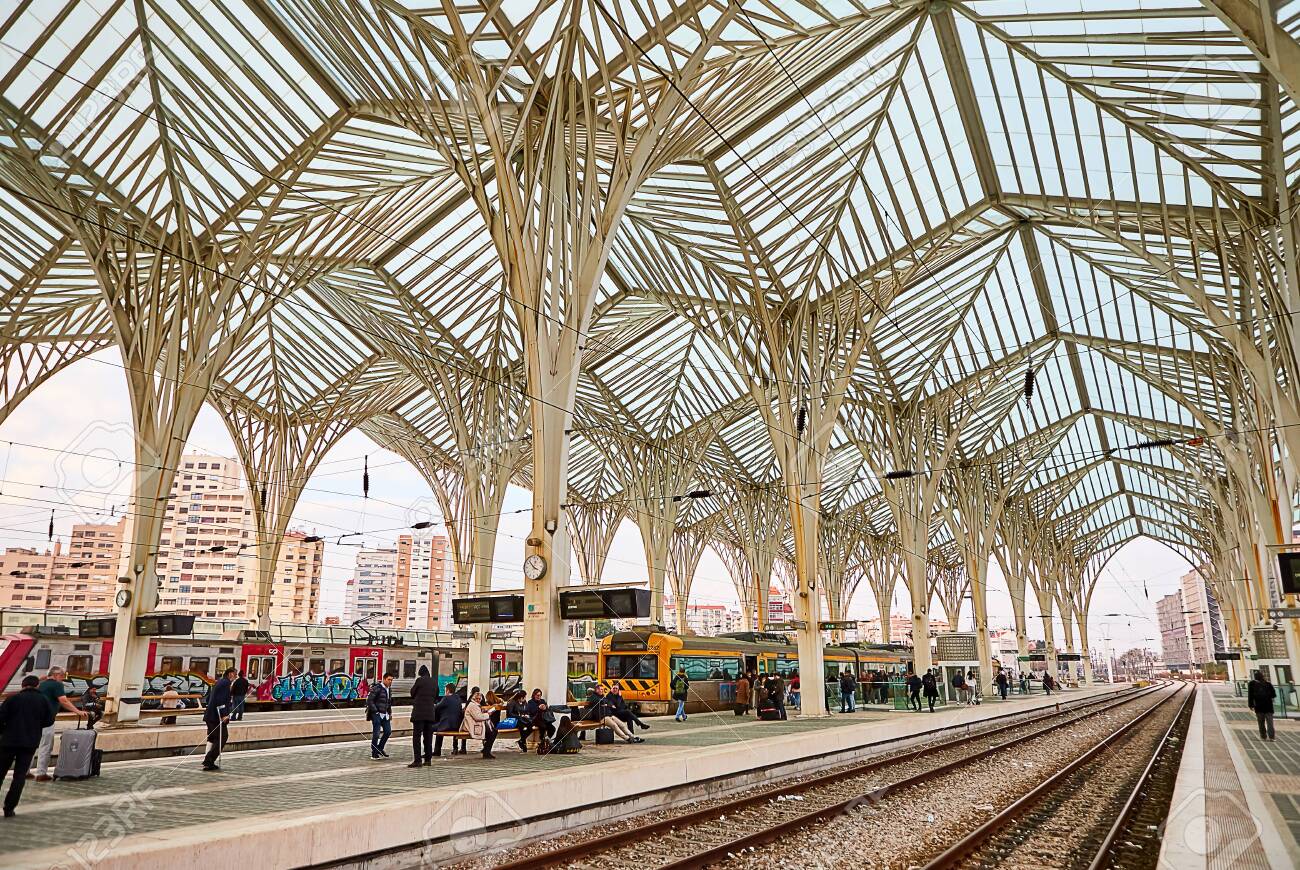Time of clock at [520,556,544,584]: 3:52
